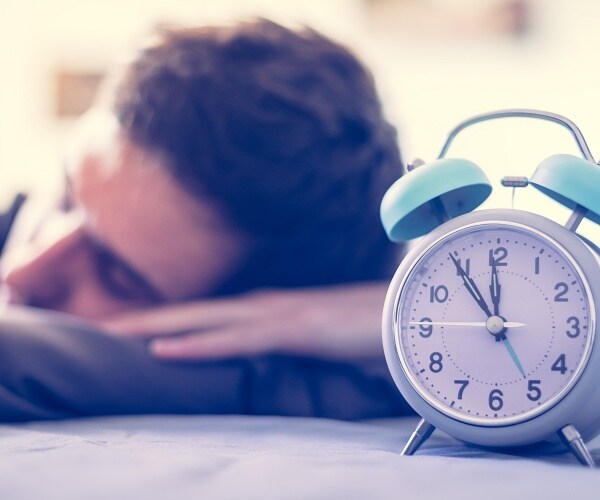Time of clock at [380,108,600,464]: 11:54
